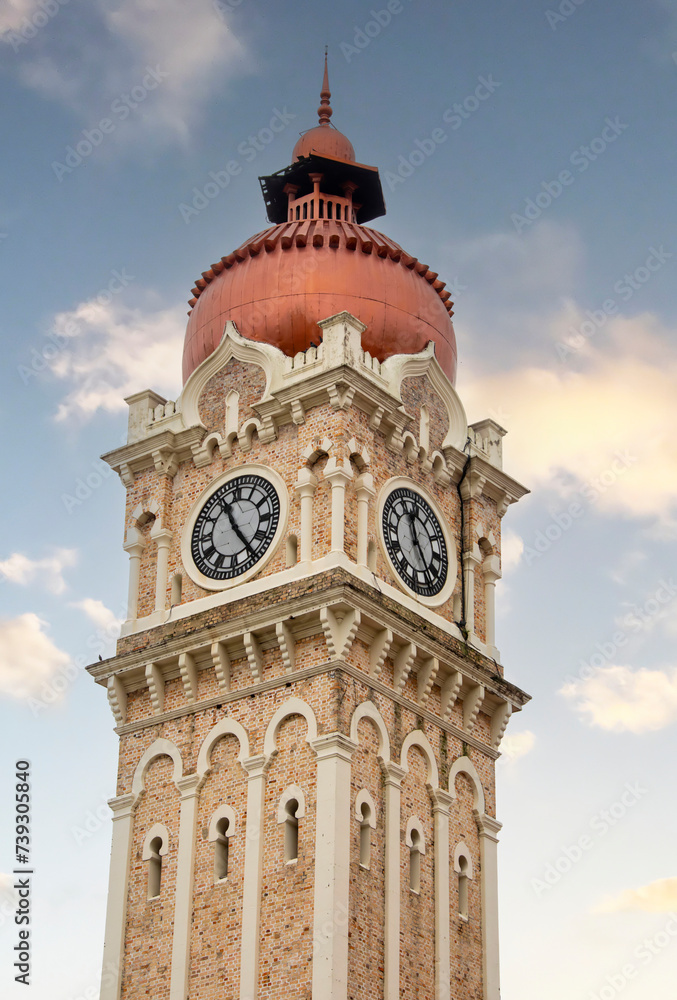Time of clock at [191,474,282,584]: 11:24
